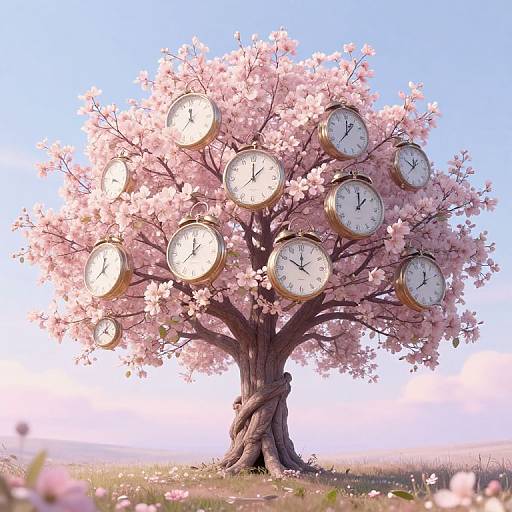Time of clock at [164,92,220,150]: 11:37
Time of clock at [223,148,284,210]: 12:07
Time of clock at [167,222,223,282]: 12:00
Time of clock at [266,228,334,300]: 10:00
